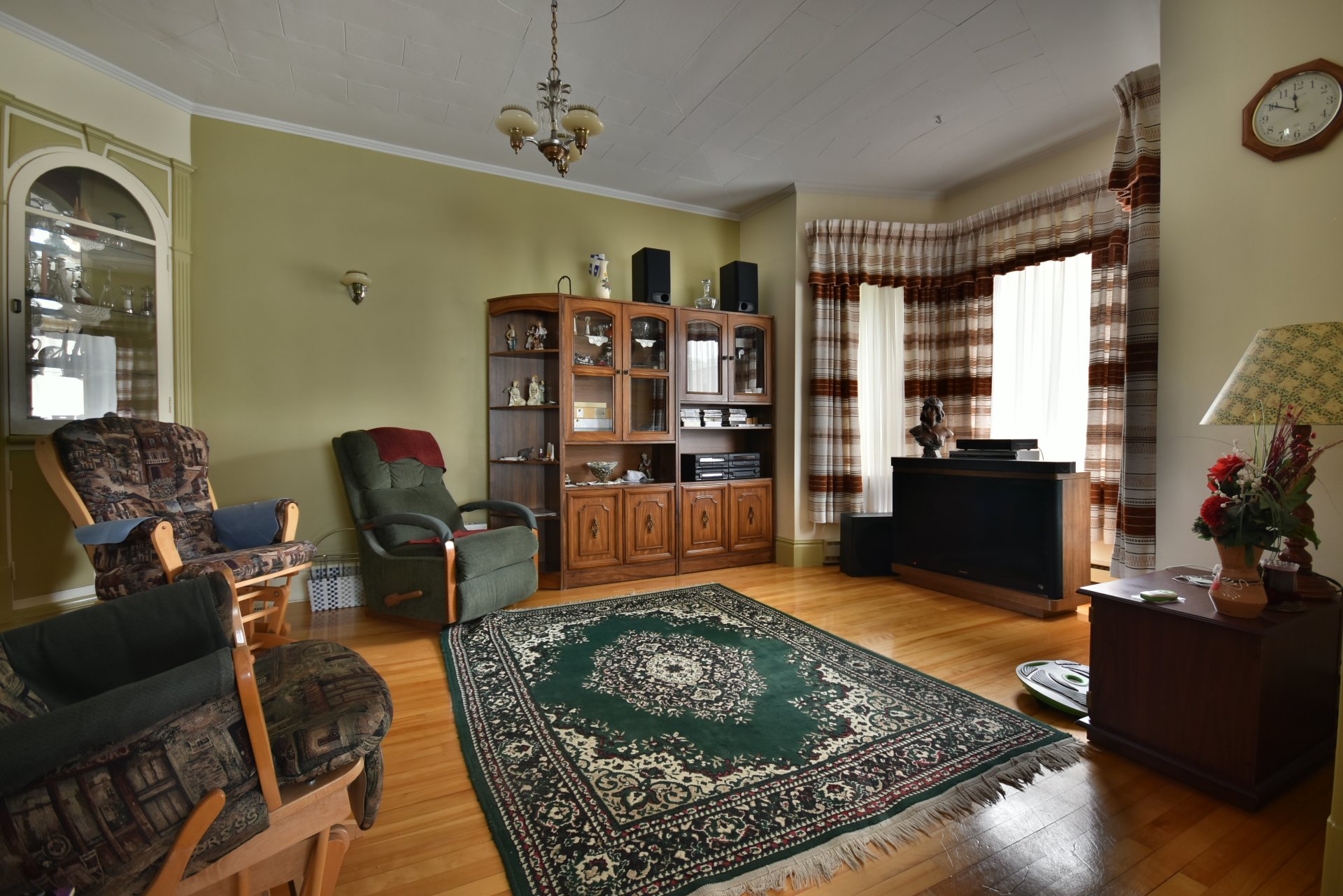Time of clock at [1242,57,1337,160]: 11:49
